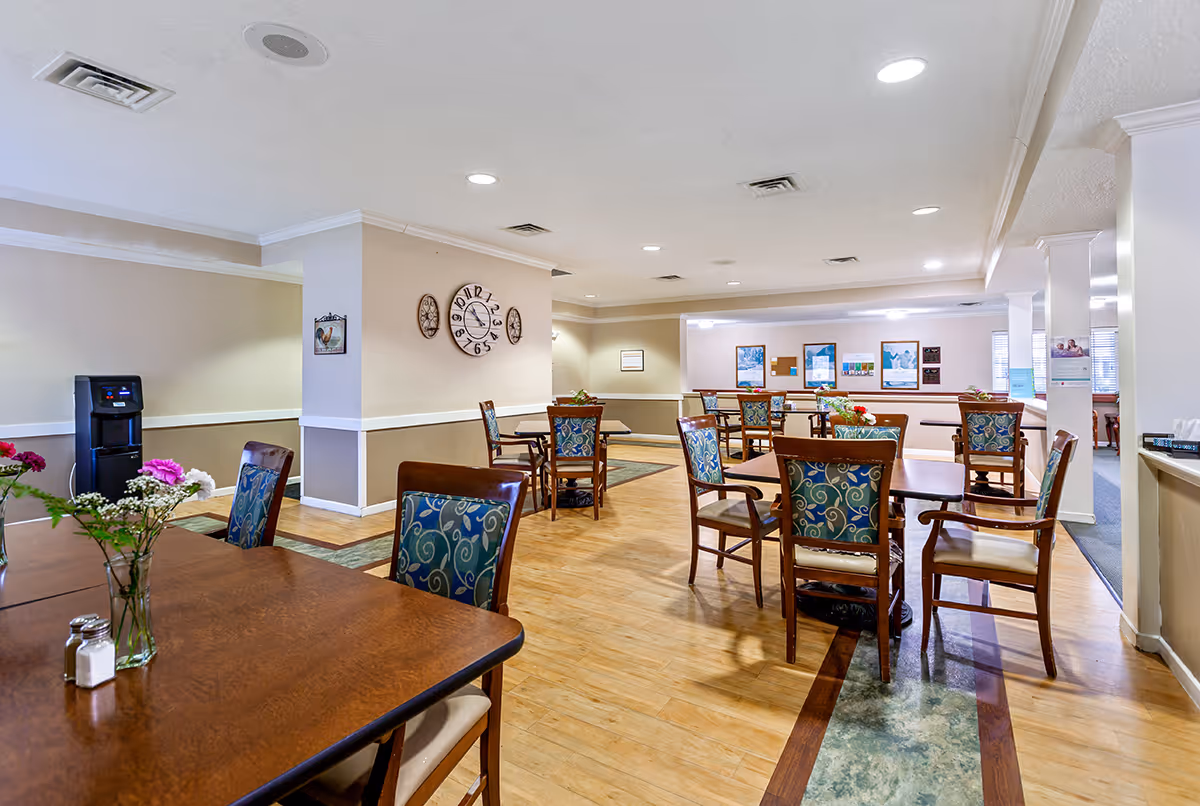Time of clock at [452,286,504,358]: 10:49
